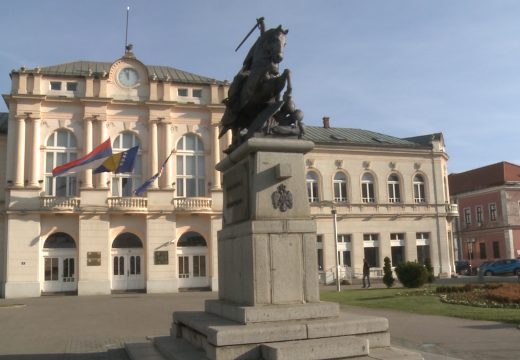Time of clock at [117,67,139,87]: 11:56
